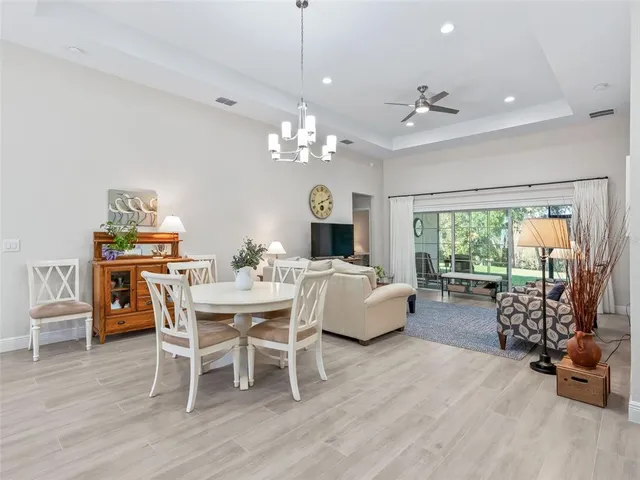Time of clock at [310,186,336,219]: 6:11
